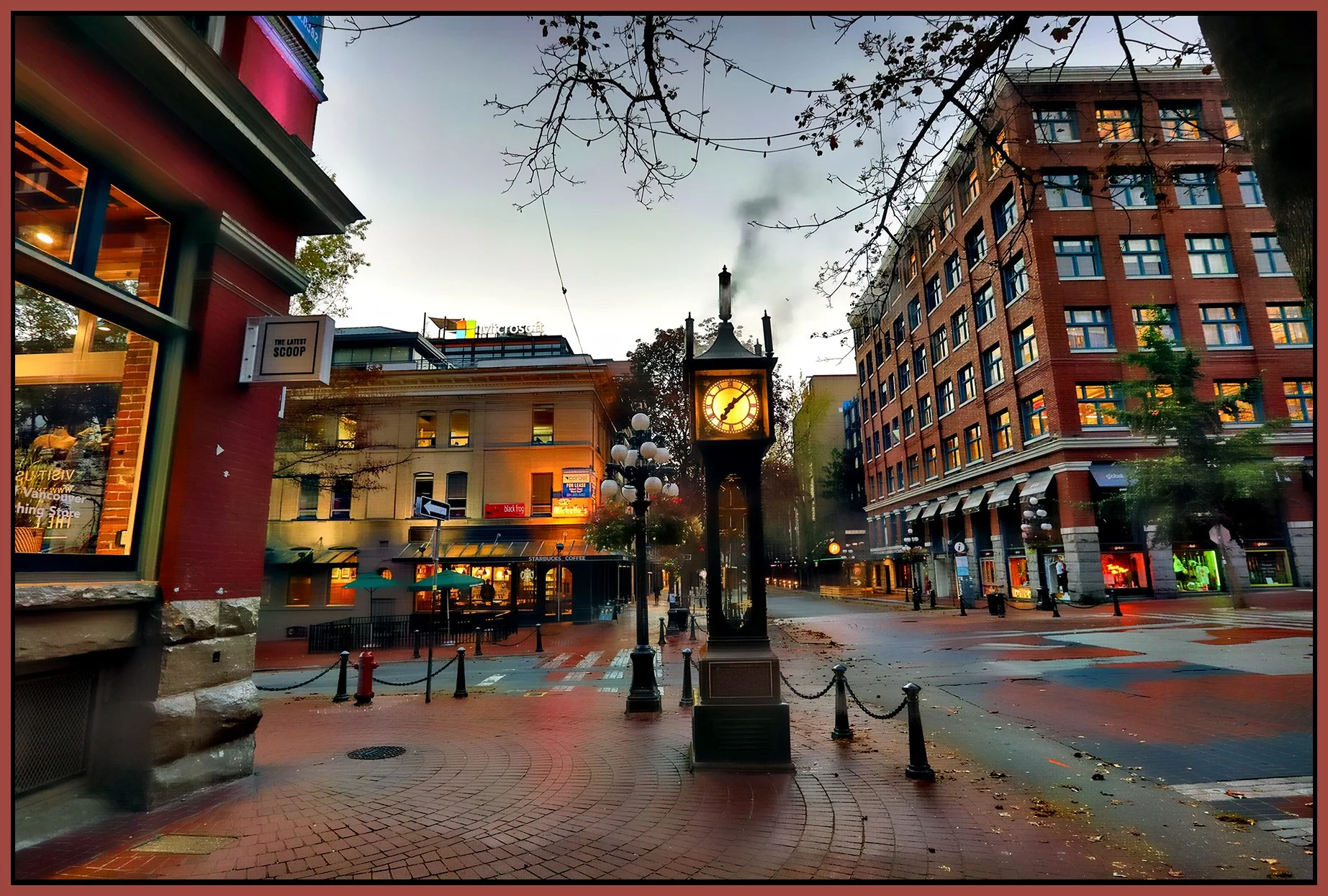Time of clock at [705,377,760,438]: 7:08
